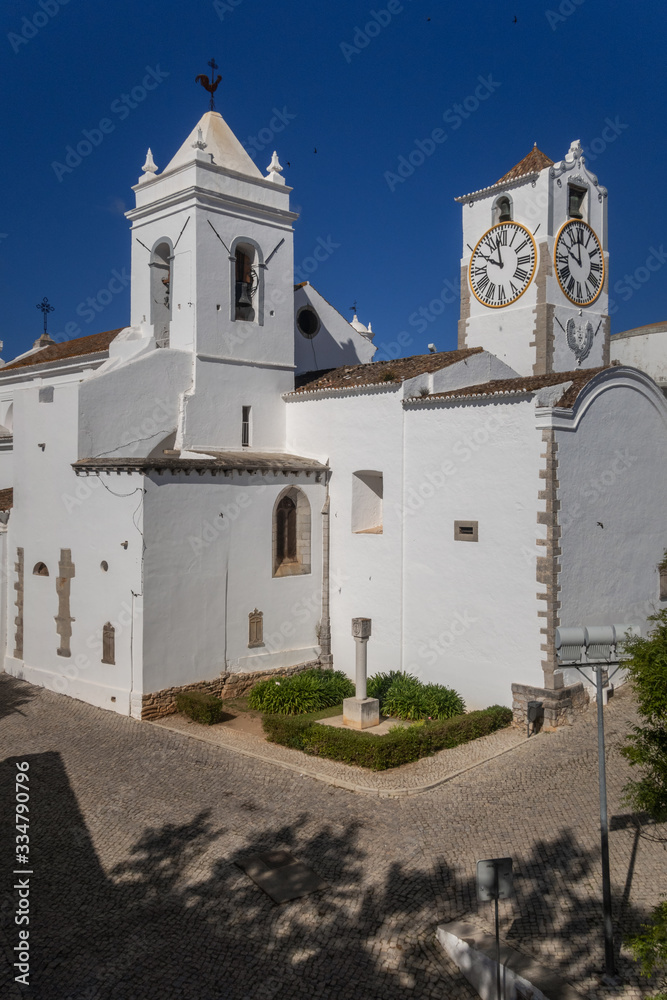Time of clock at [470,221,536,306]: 9:57
